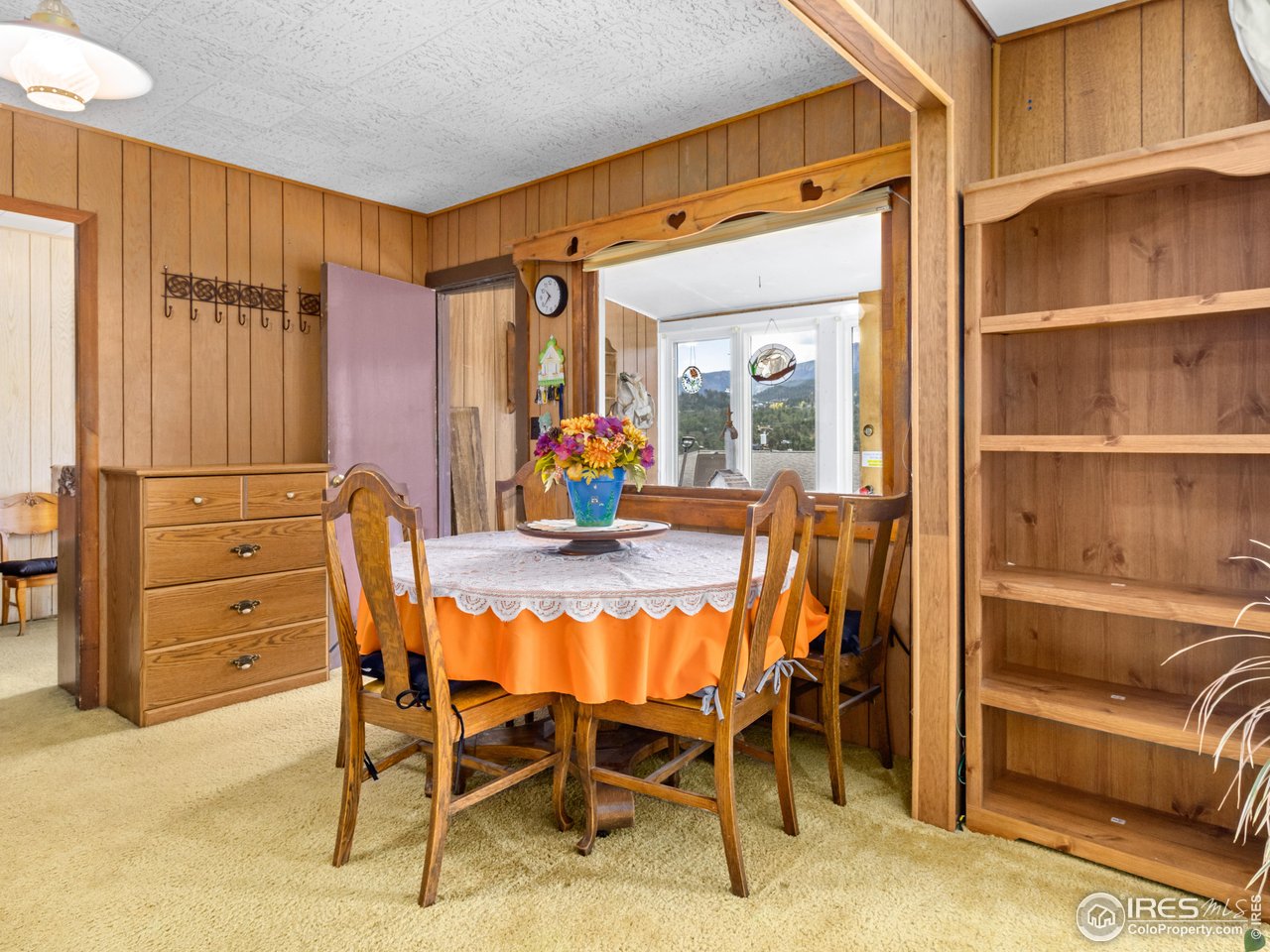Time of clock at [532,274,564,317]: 10:37
